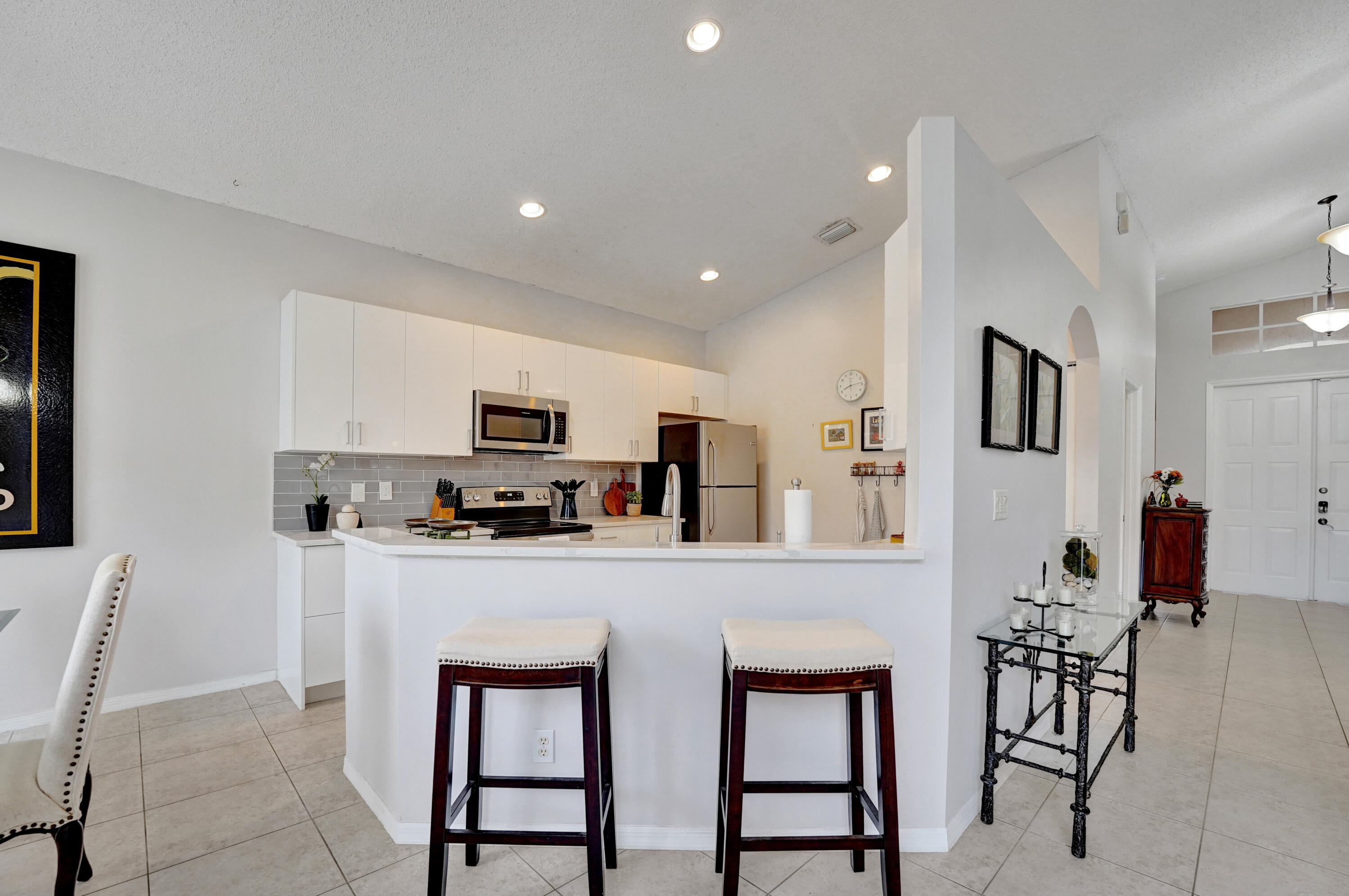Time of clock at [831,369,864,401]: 8:13
